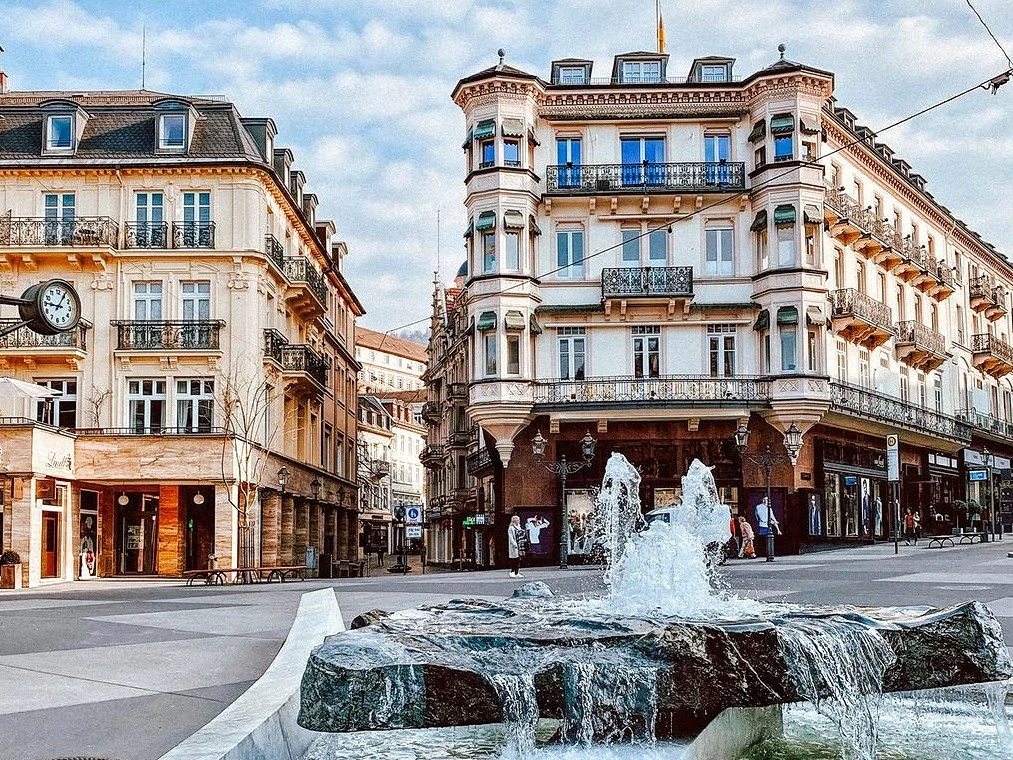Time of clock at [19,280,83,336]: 9:05
